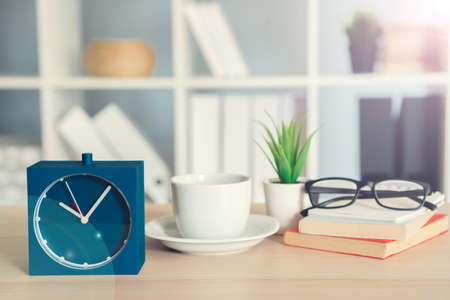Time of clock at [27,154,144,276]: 10:06
